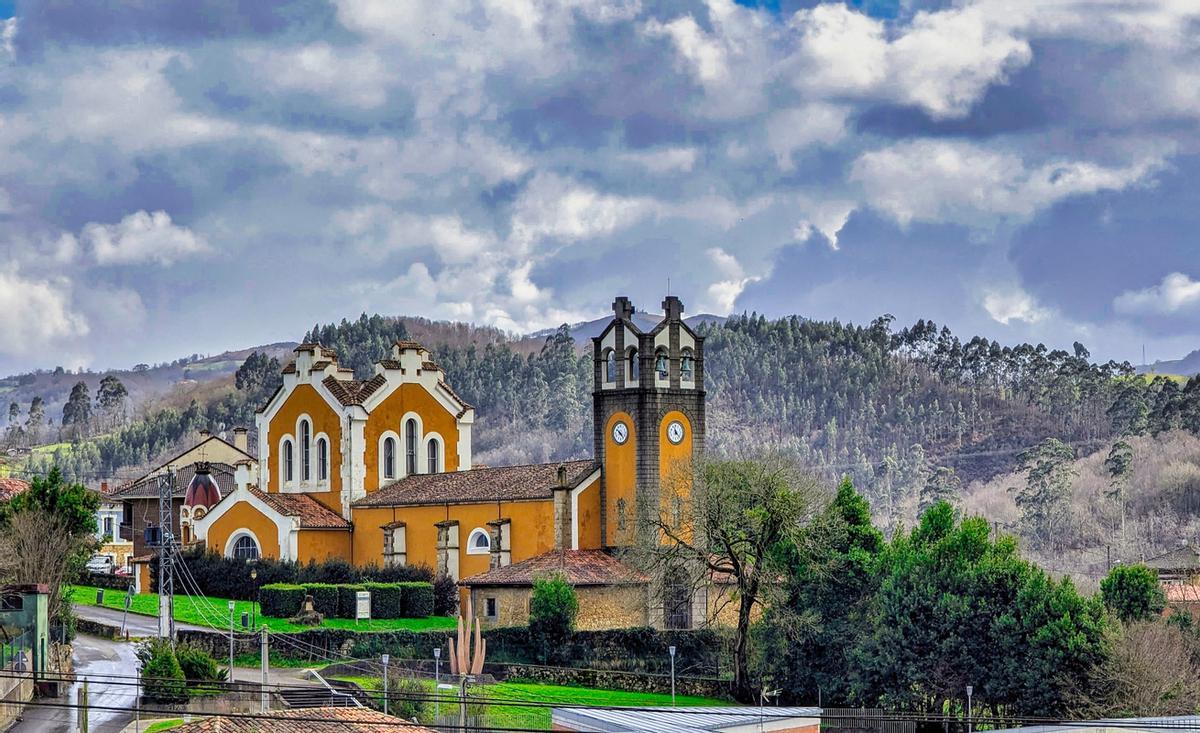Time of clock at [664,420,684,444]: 11:22
